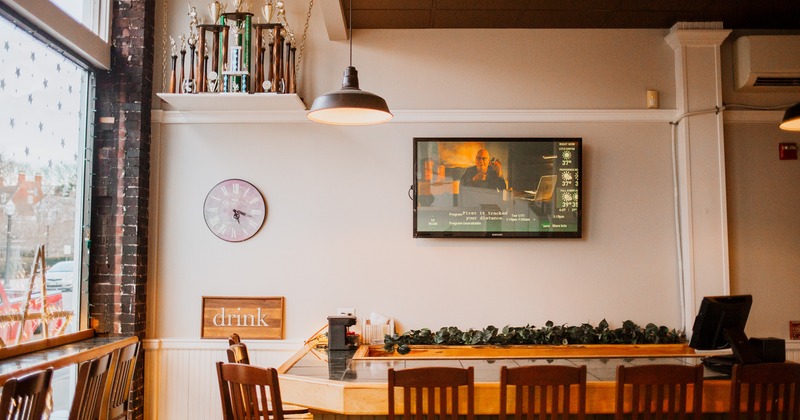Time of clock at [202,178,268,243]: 5:17
